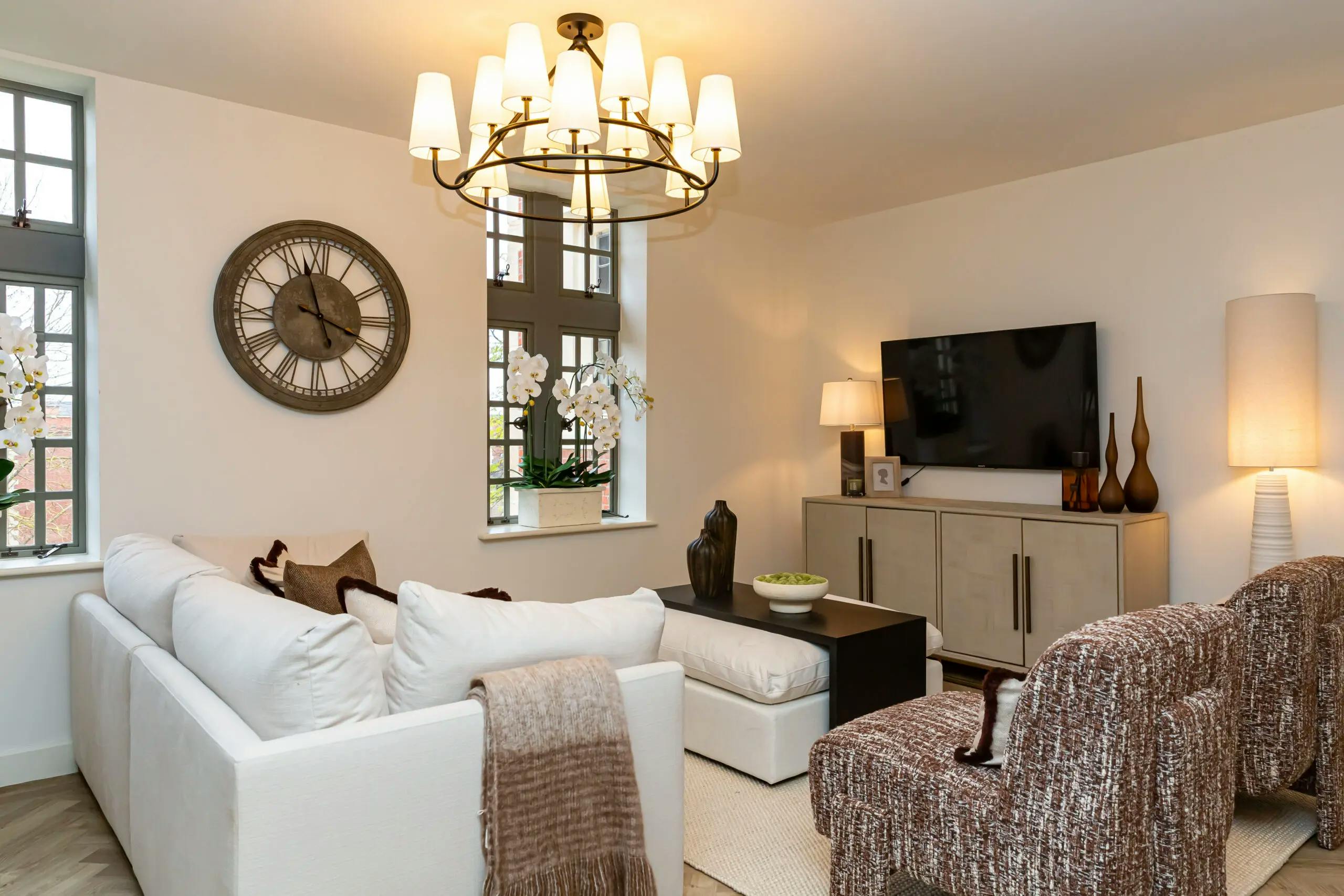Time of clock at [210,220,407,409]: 3:57
